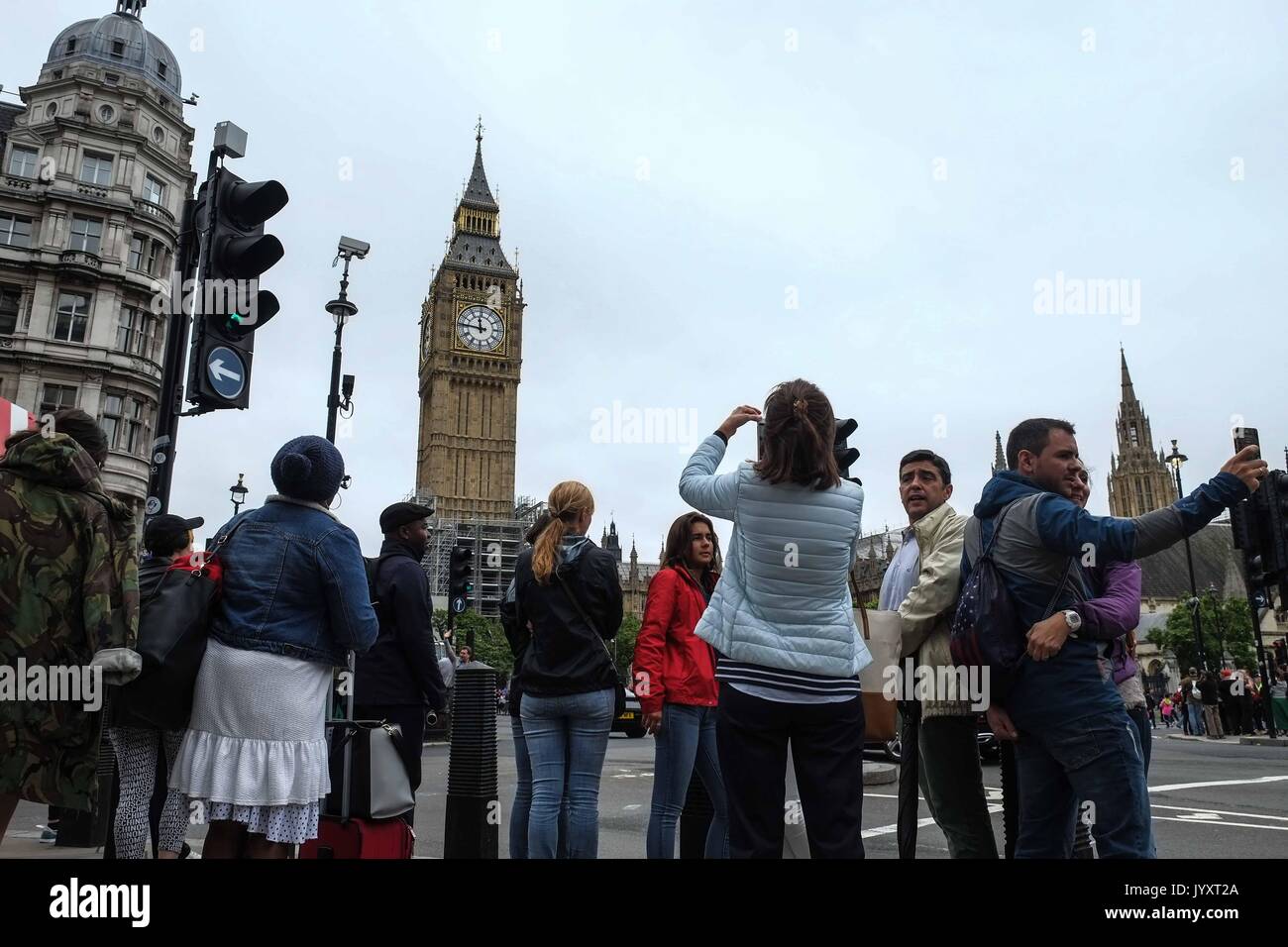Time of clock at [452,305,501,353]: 11:46
